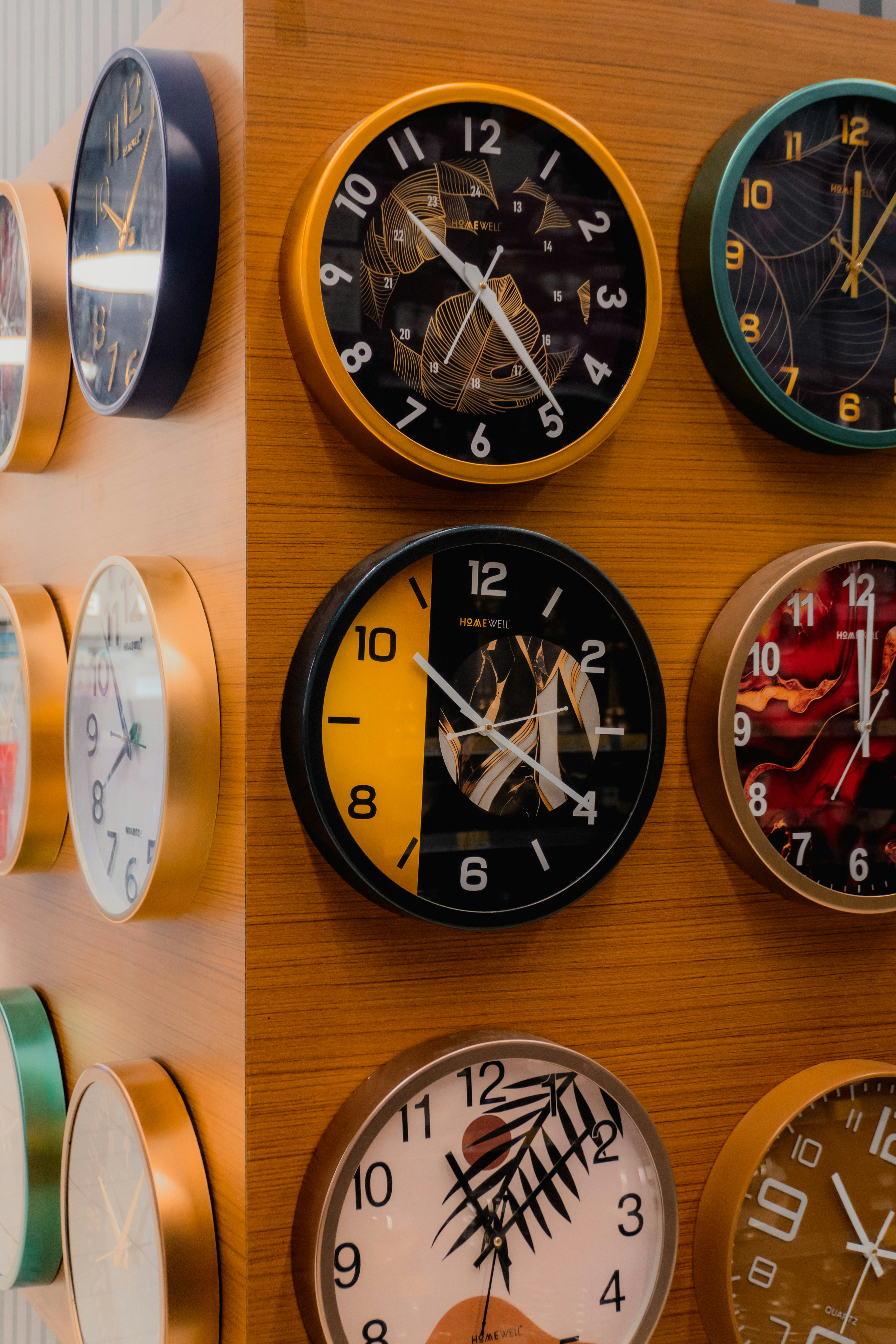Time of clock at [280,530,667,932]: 10:20
